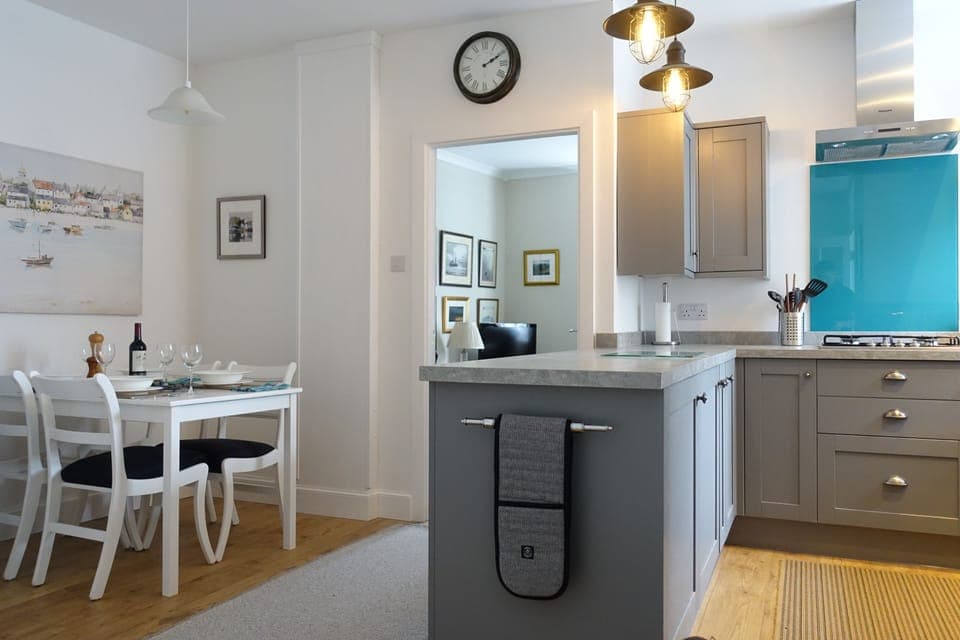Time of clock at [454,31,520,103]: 2:10
